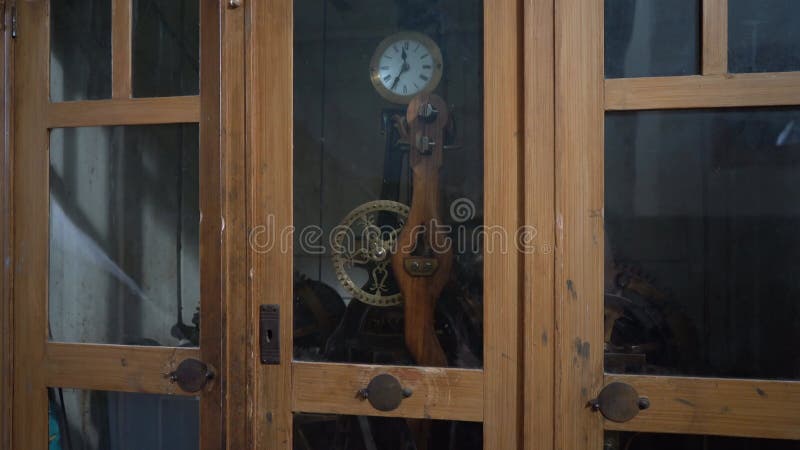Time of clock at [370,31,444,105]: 11:35
